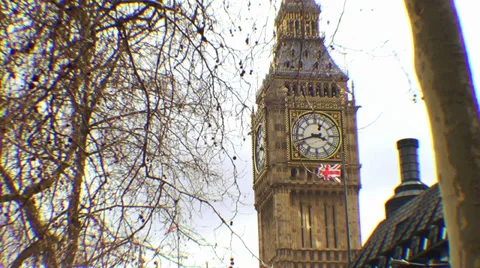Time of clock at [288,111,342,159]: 3:42
